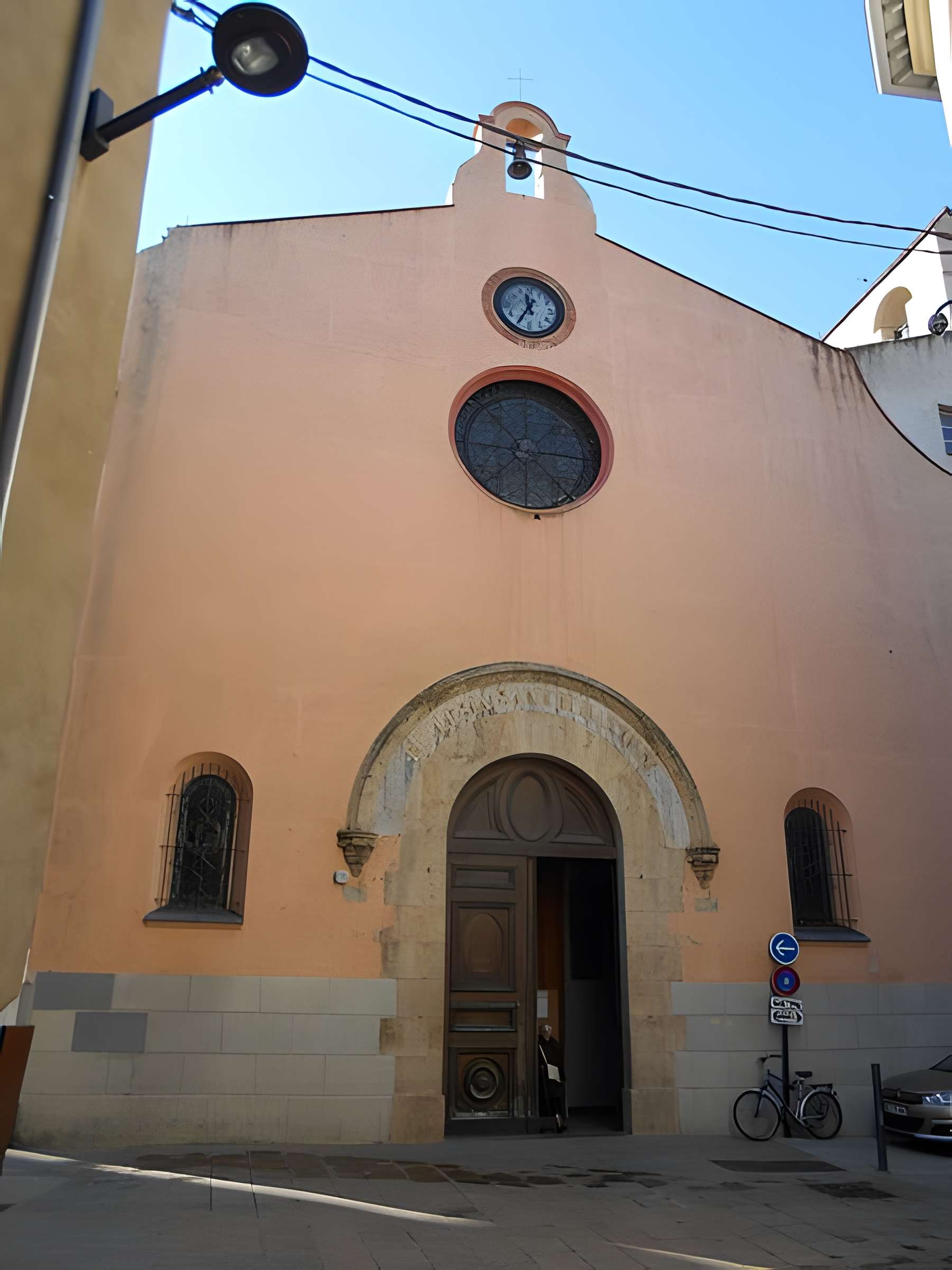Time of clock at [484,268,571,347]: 11:34
